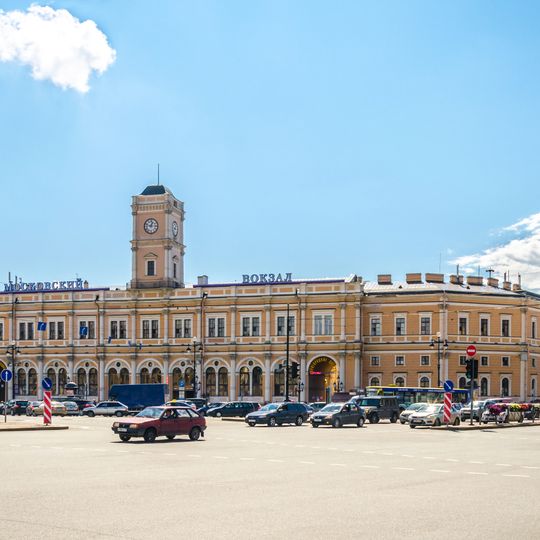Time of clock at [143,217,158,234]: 12:47
